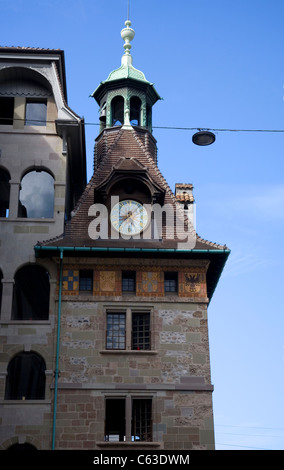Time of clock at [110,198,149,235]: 8:38
